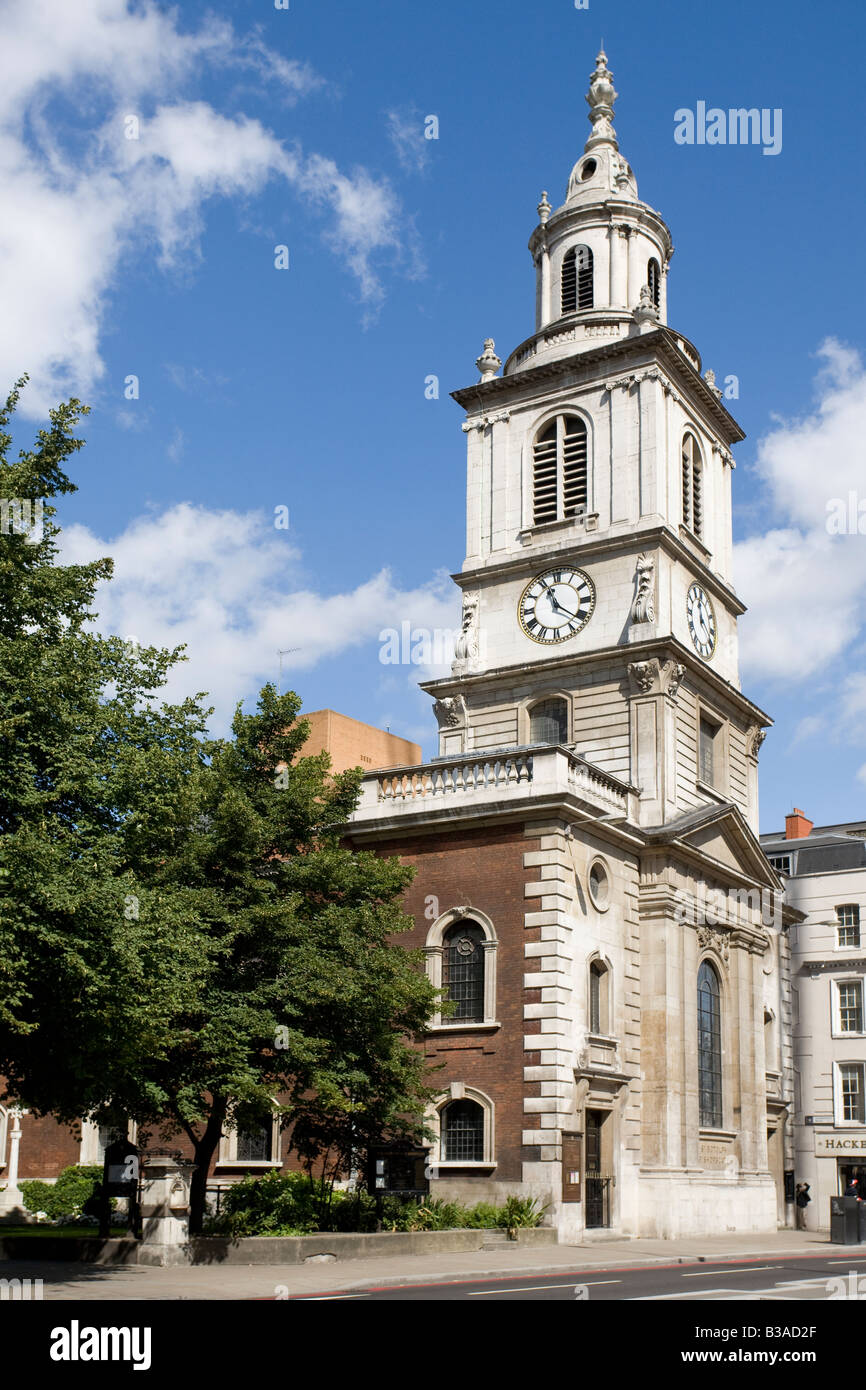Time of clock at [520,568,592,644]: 11:21
